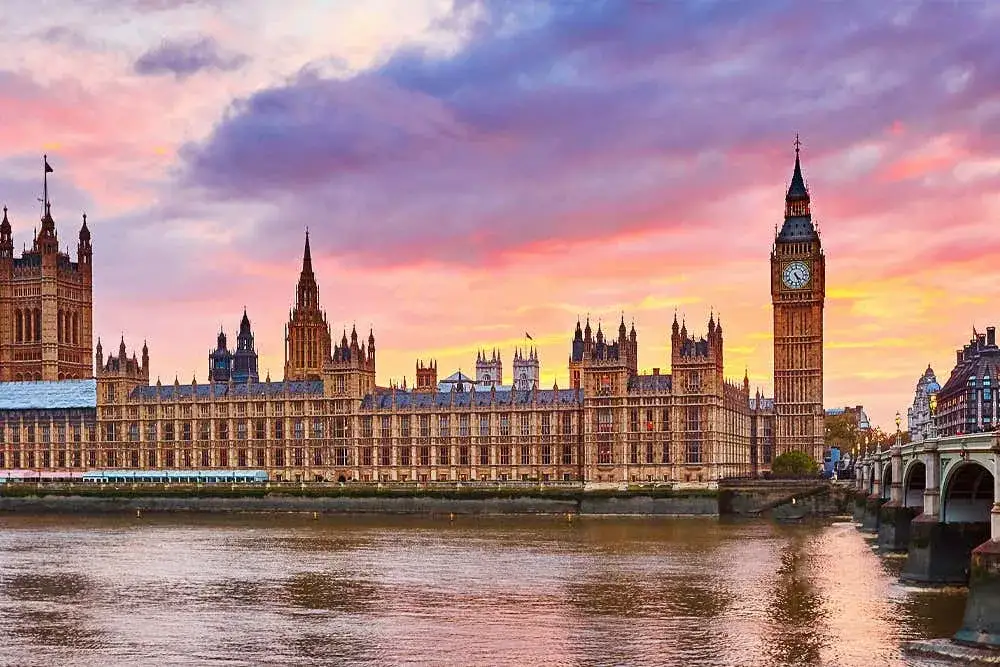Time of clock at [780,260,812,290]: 4:26
